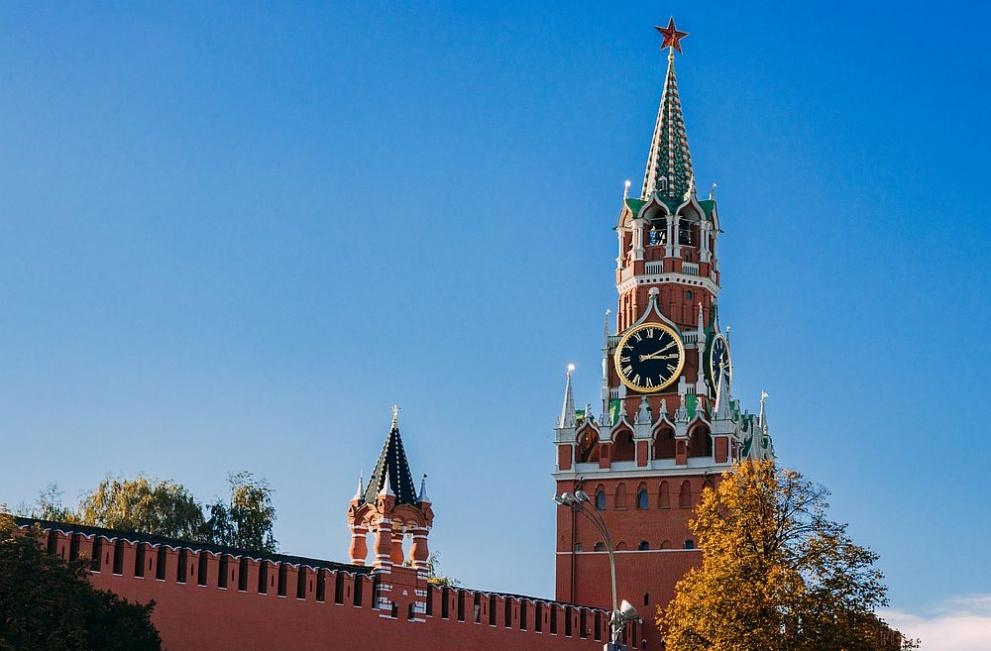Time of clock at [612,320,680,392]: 3:10
